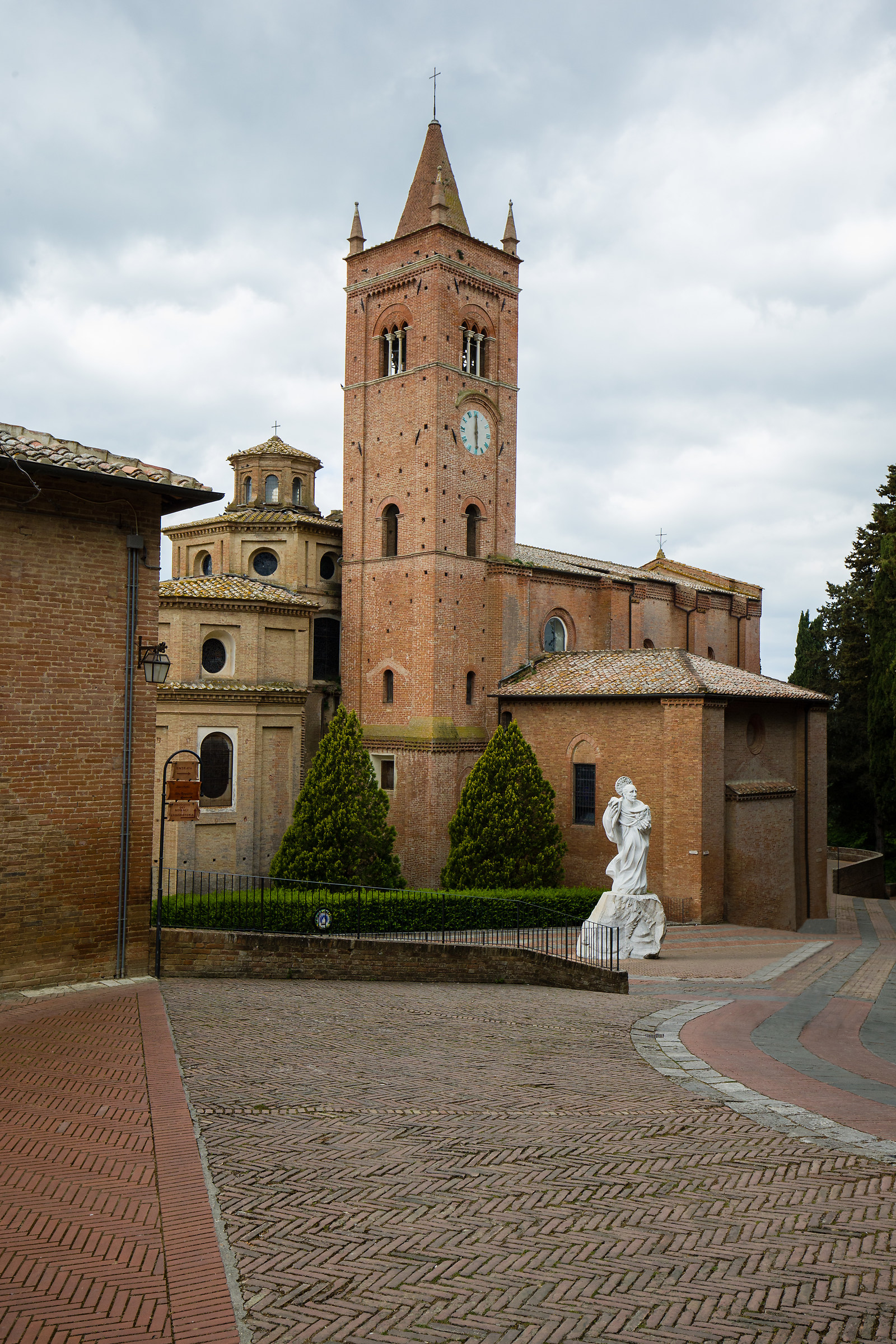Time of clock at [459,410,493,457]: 6:00
